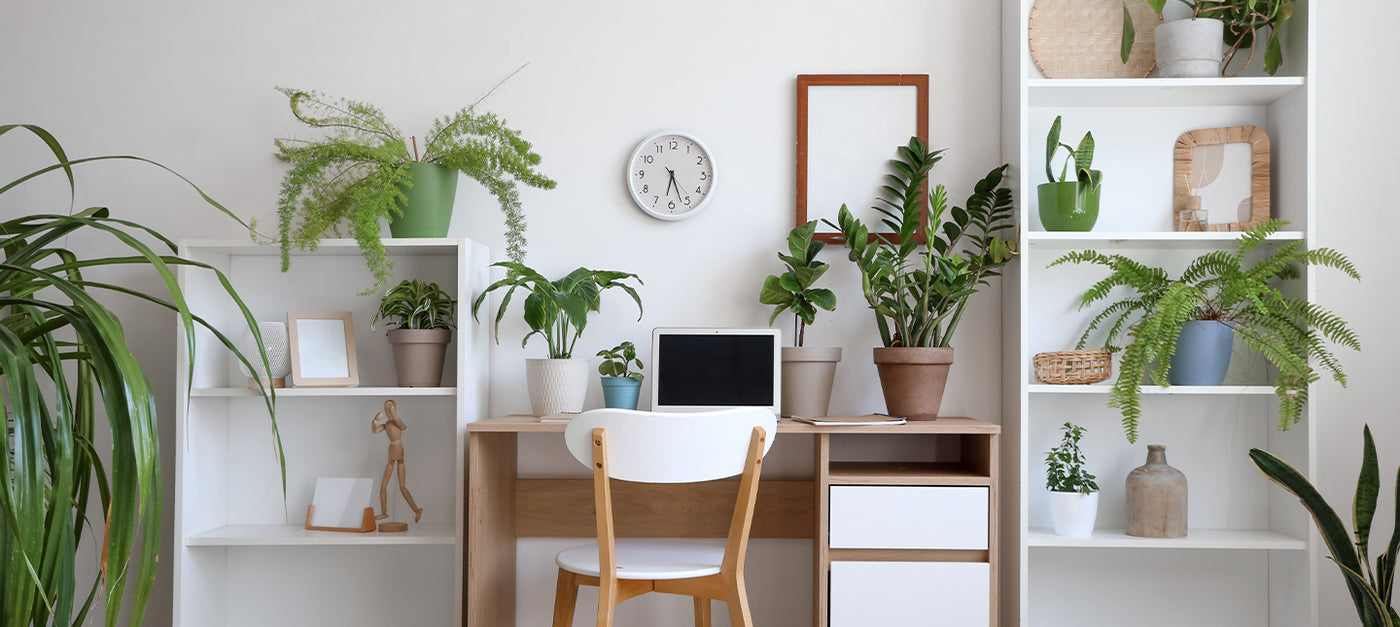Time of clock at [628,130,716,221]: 6:26
